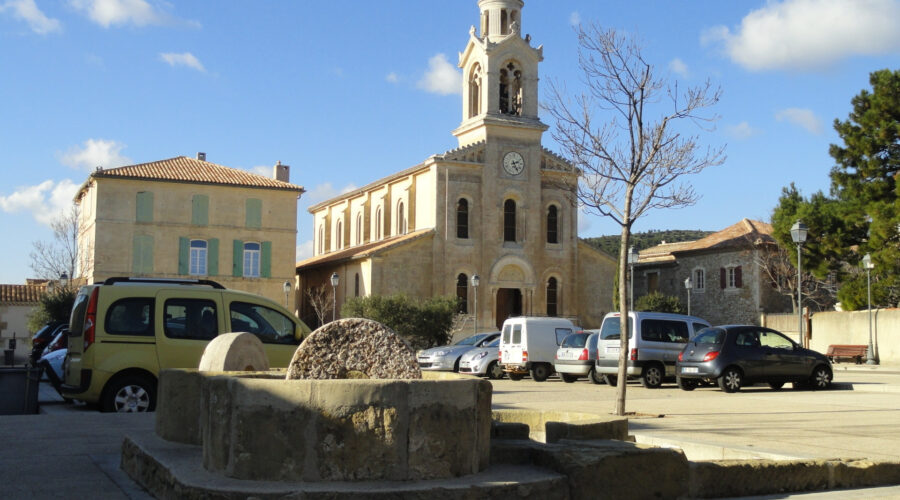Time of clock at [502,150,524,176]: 2:24
